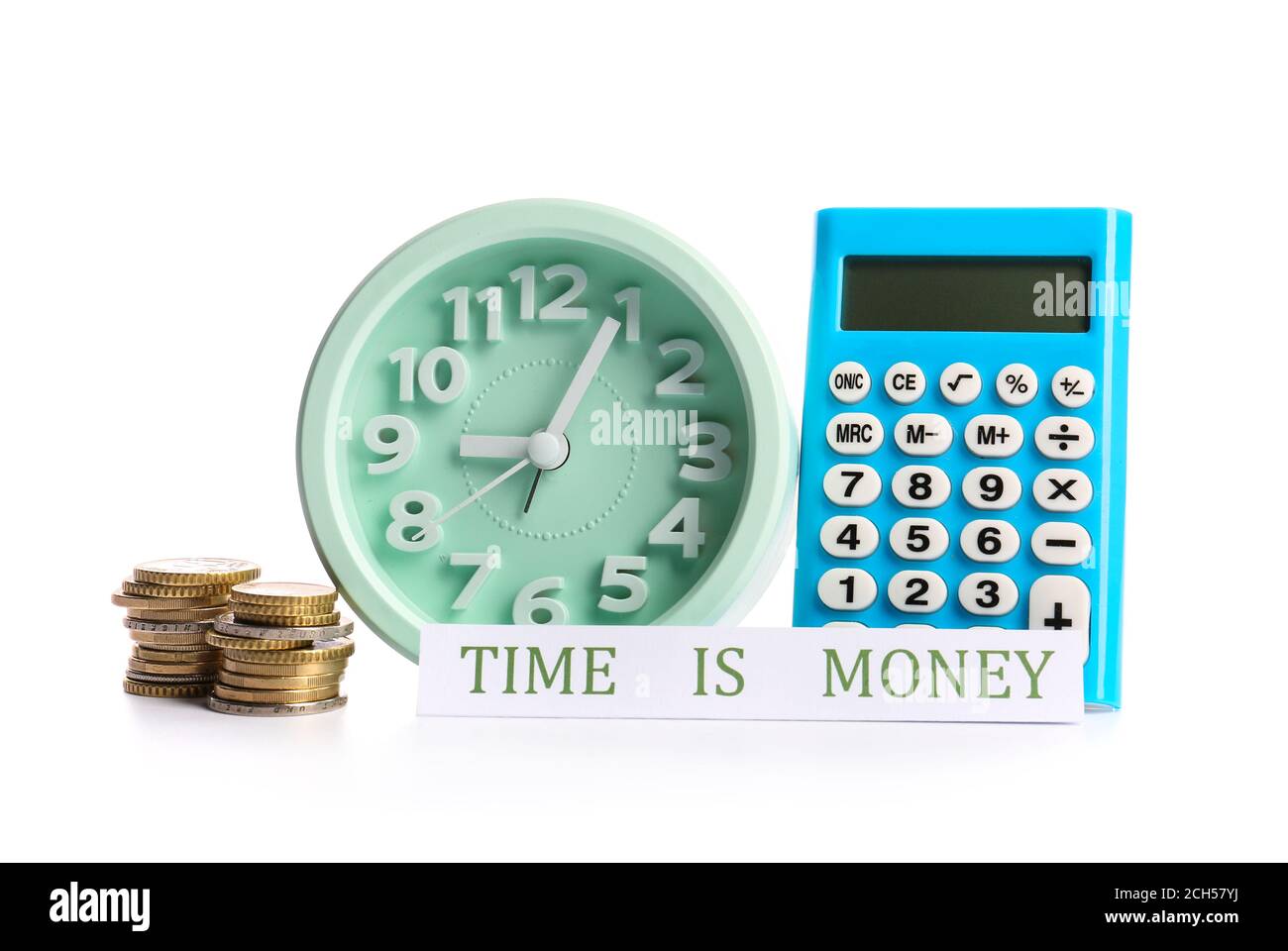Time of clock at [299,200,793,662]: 9:04
